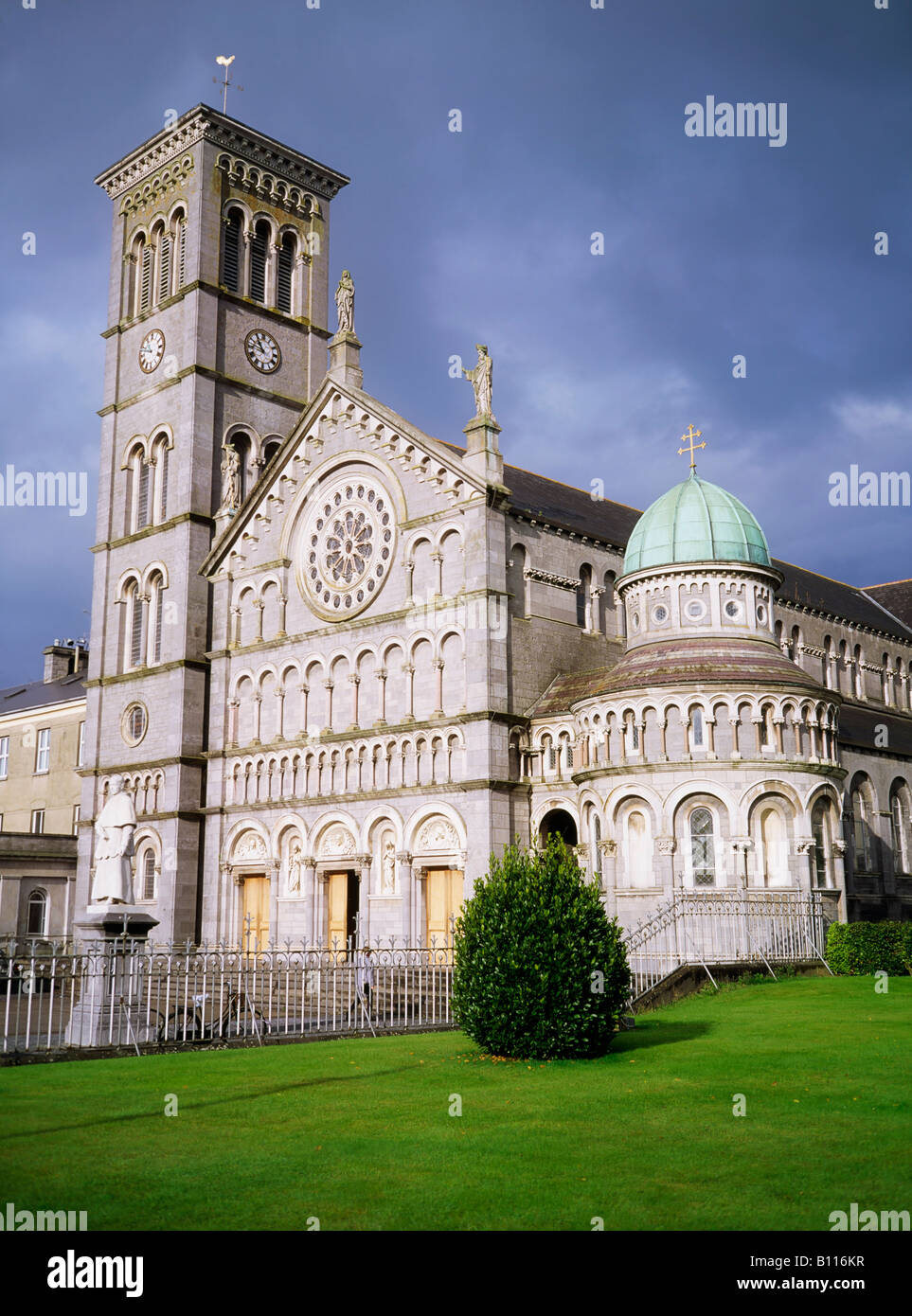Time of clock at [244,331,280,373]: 10:47
